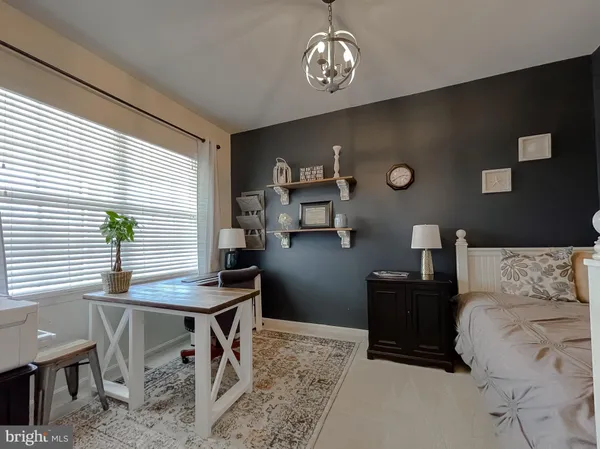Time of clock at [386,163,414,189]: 2:40
